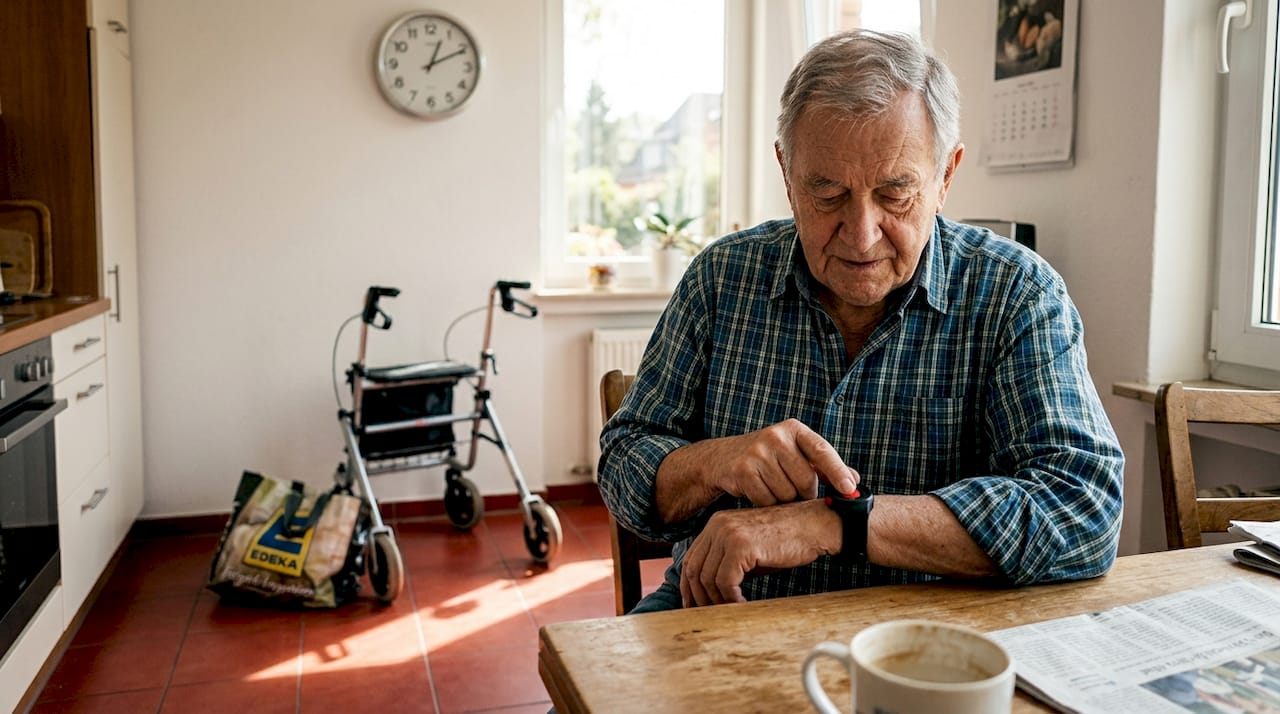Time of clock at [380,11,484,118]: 1:10
